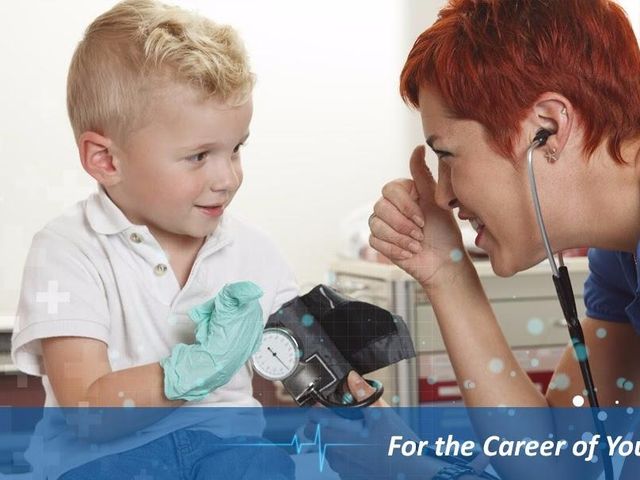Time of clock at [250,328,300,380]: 10:21
